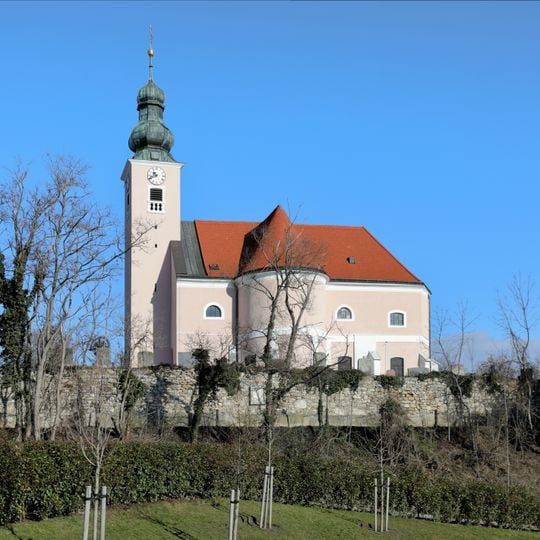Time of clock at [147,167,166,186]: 10:41
